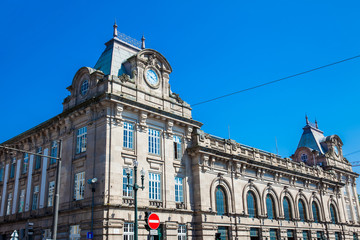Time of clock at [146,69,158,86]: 3:48
